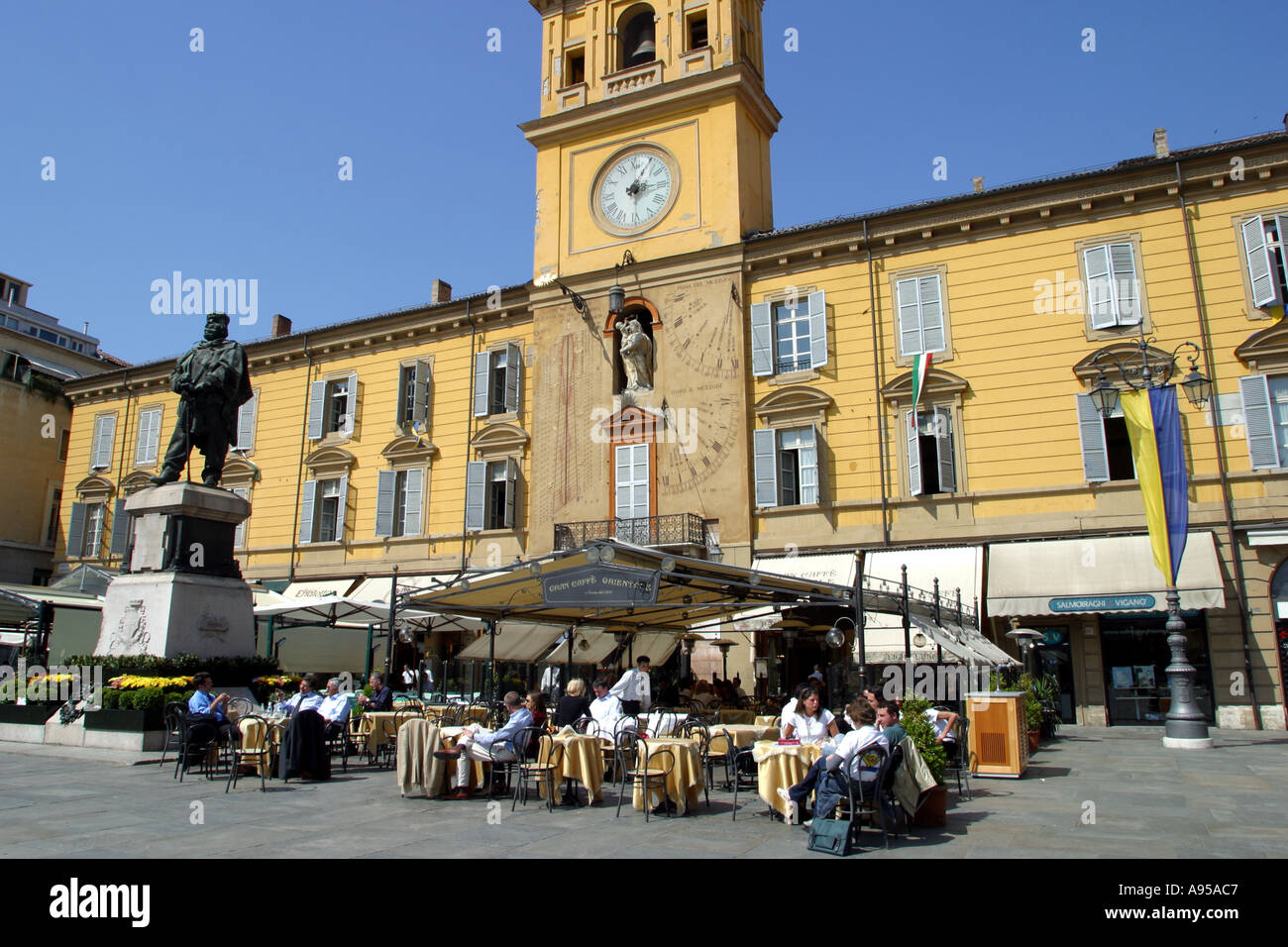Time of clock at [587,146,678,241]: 3:05
